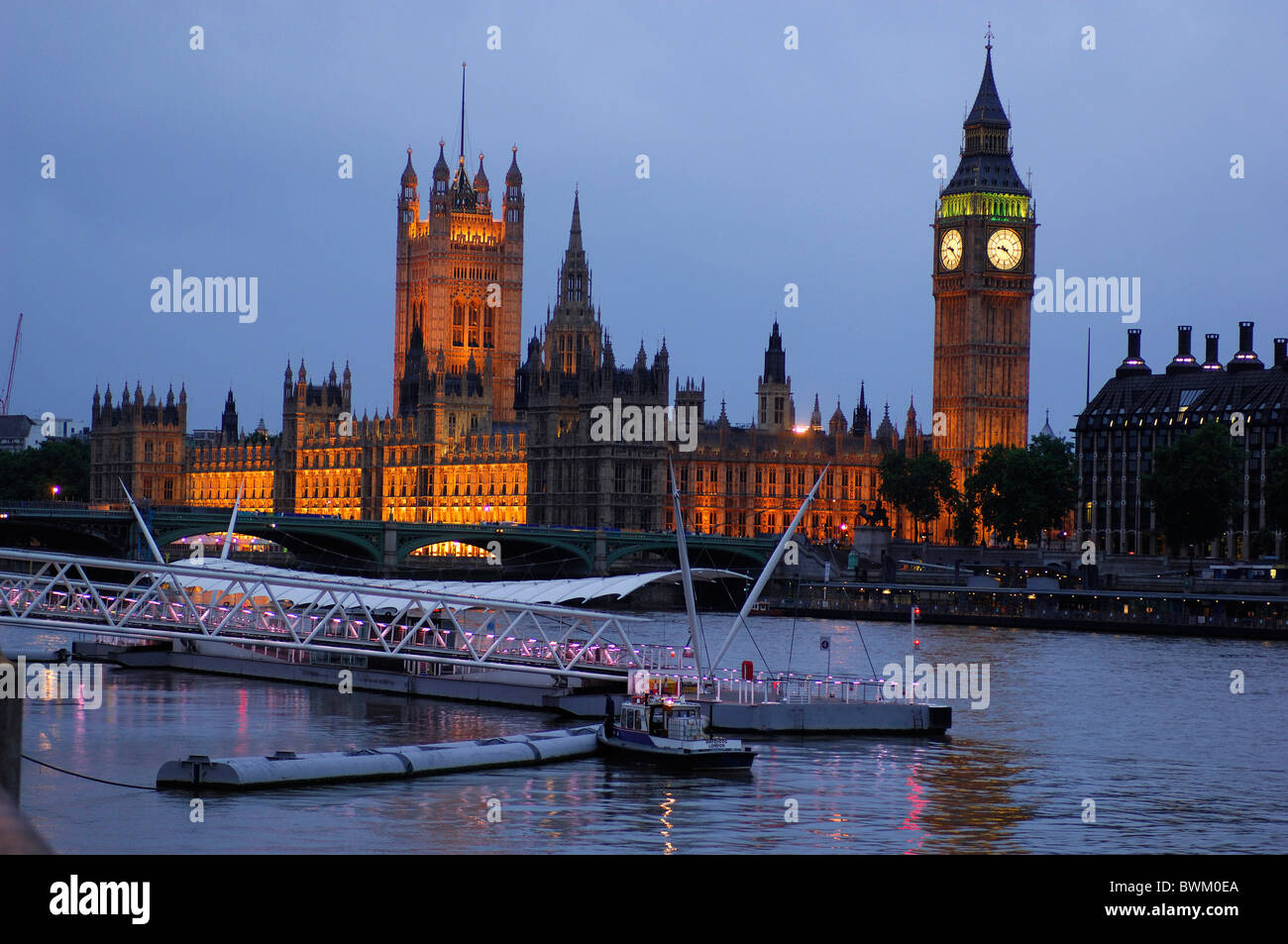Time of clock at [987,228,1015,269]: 9:22
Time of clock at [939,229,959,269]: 9:22
